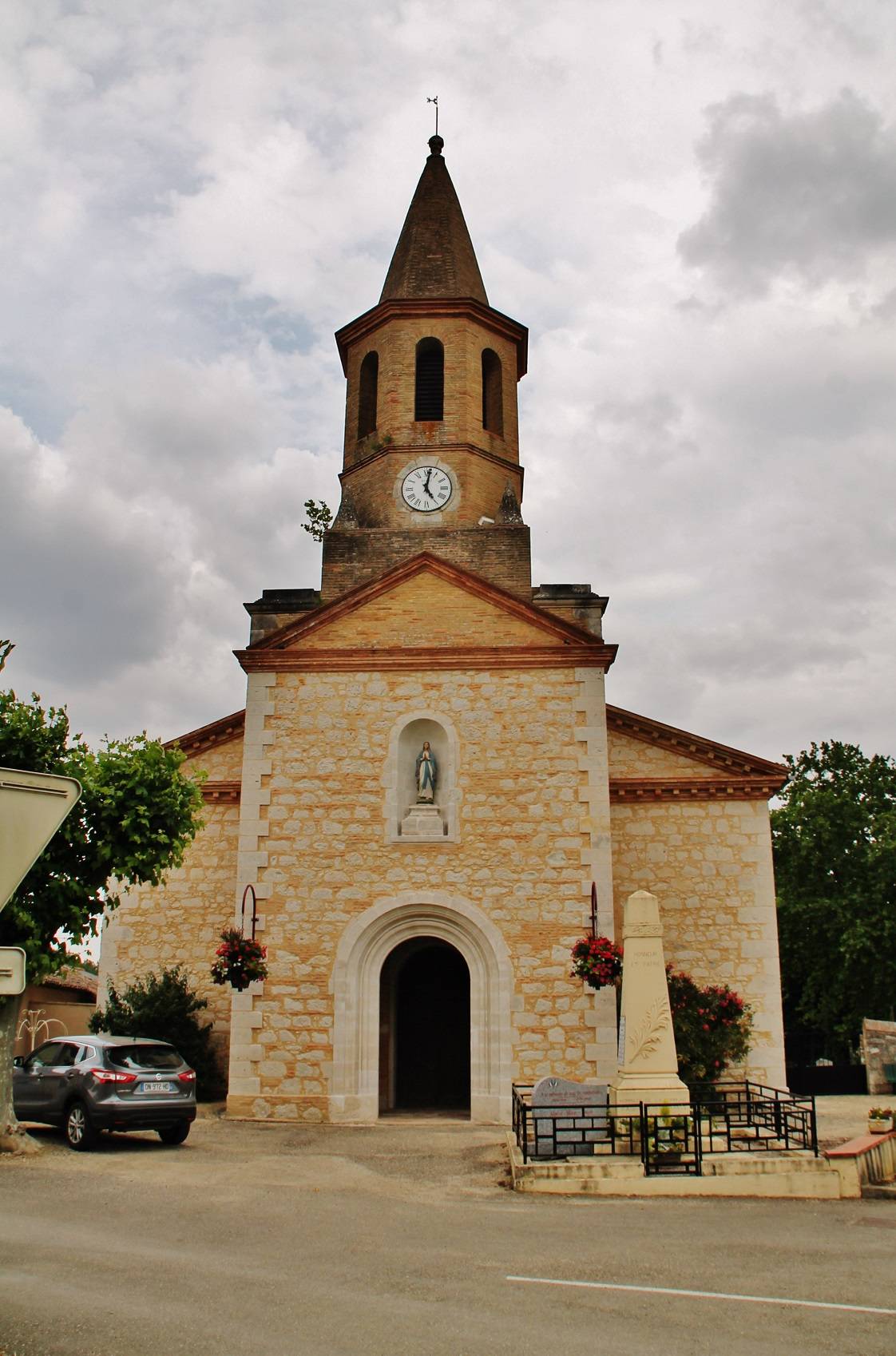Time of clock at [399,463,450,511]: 5:01
